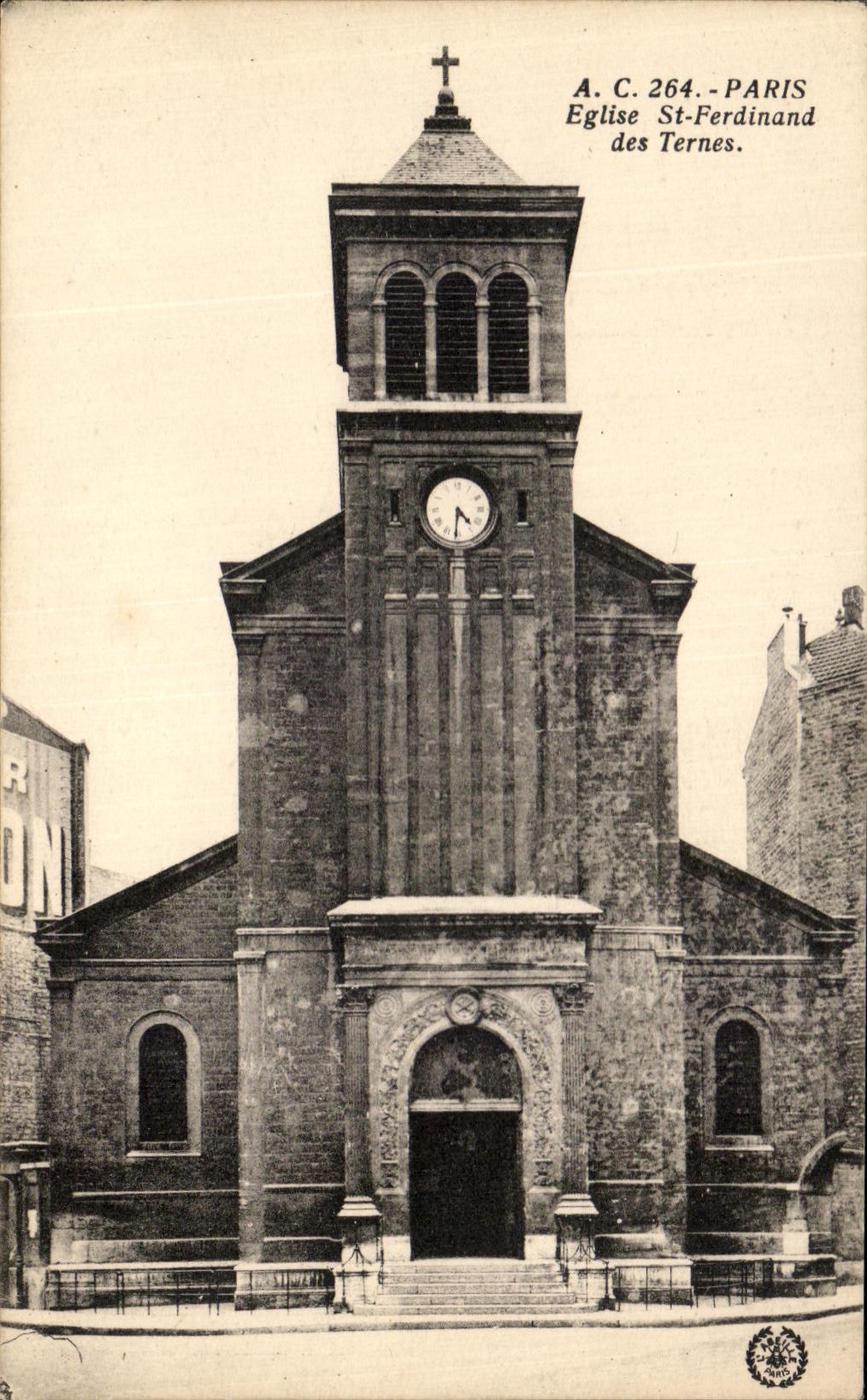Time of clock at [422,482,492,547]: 4:30
